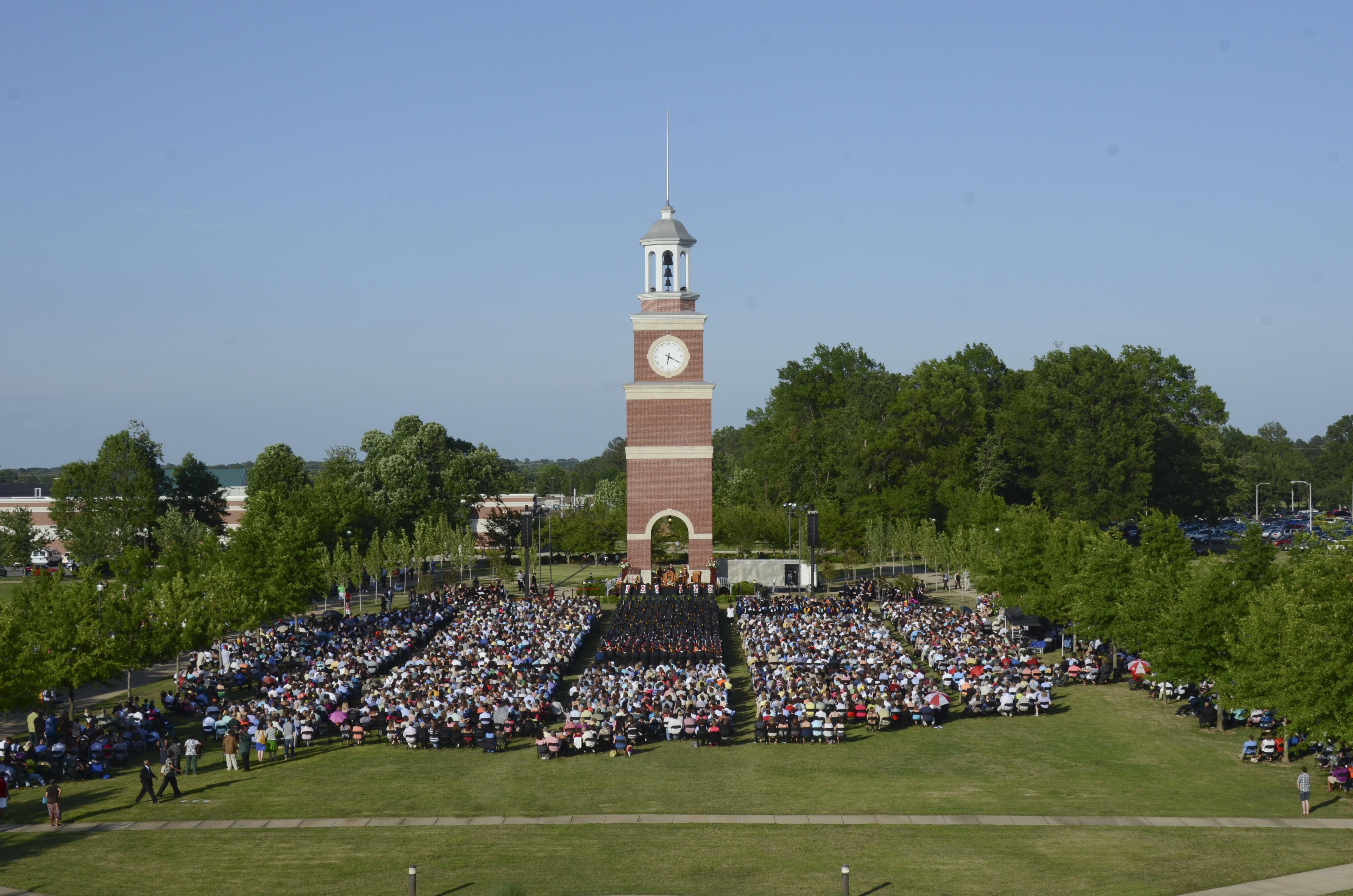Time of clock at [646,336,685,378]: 6:19
